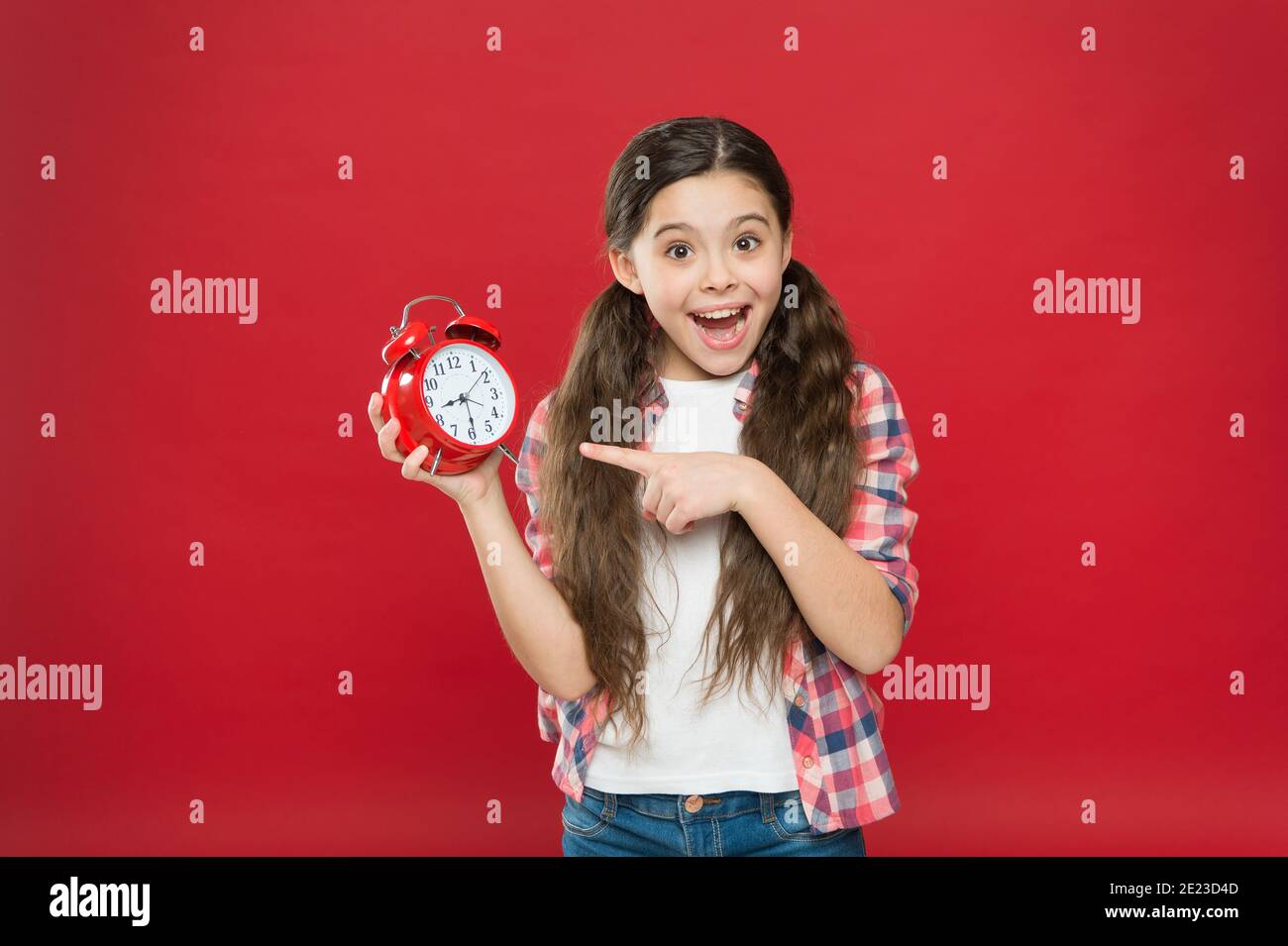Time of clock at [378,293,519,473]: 8:28
